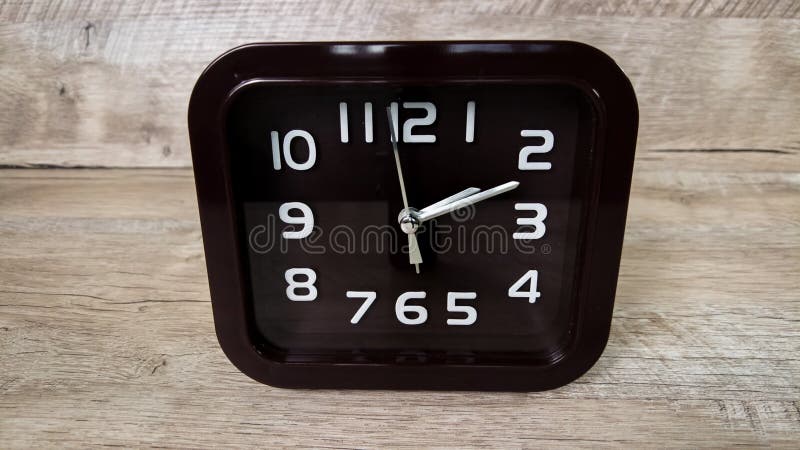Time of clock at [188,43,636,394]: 2:11
